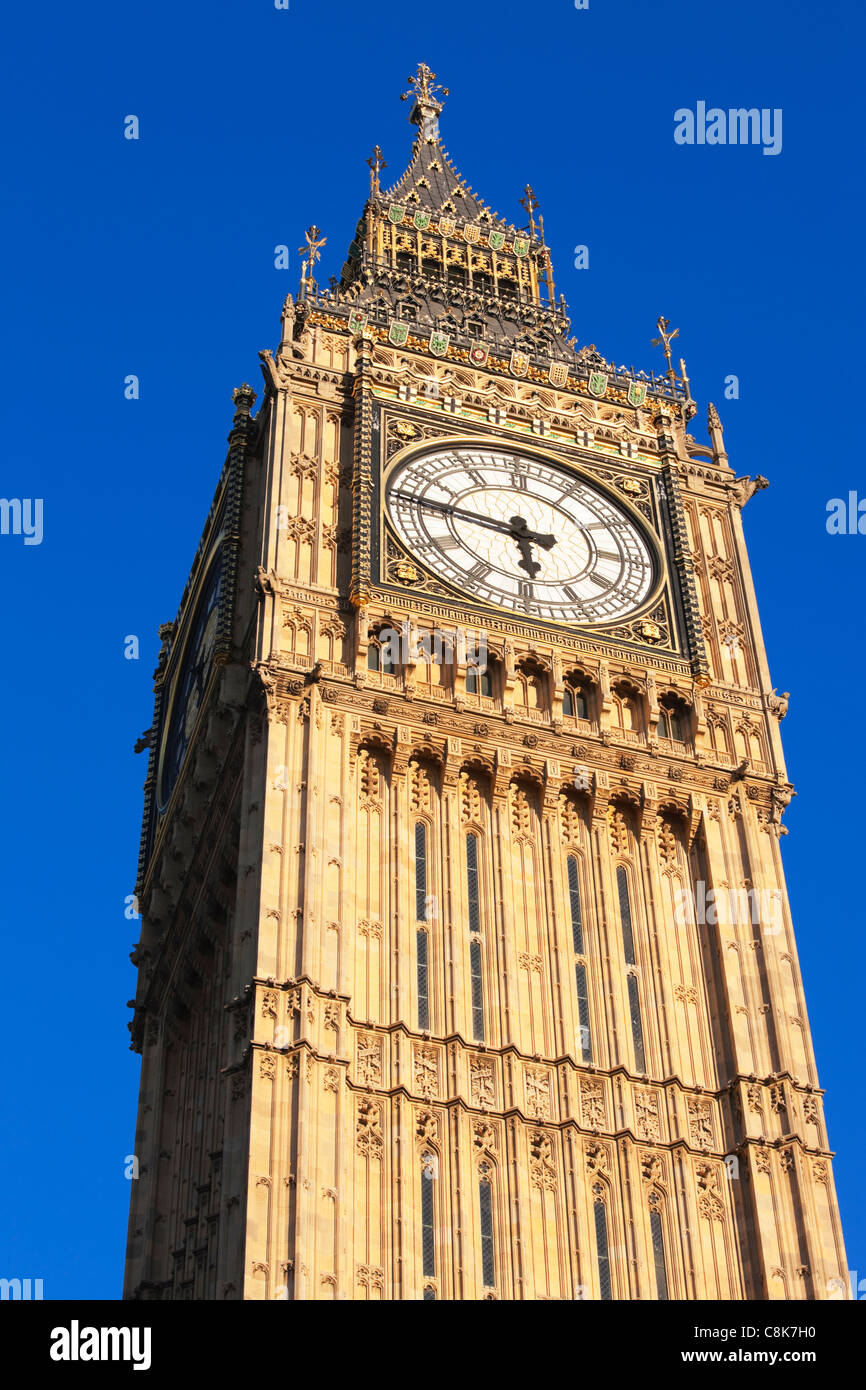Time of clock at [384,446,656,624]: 5:46
